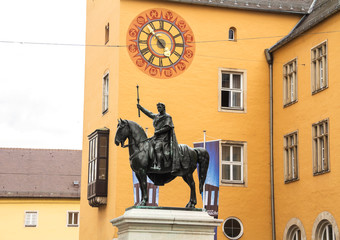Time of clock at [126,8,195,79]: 4:52
